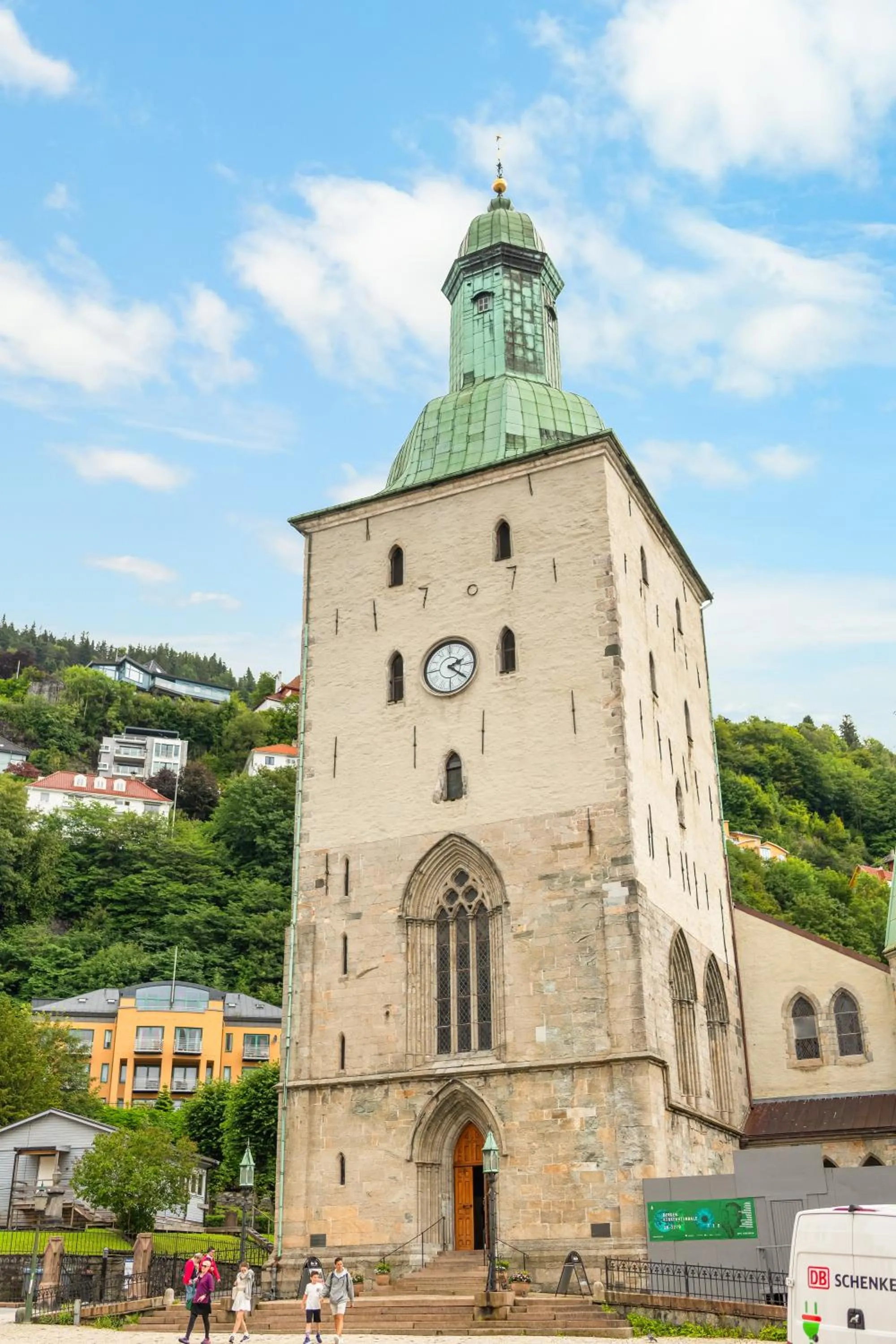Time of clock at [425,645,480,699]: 2:21
